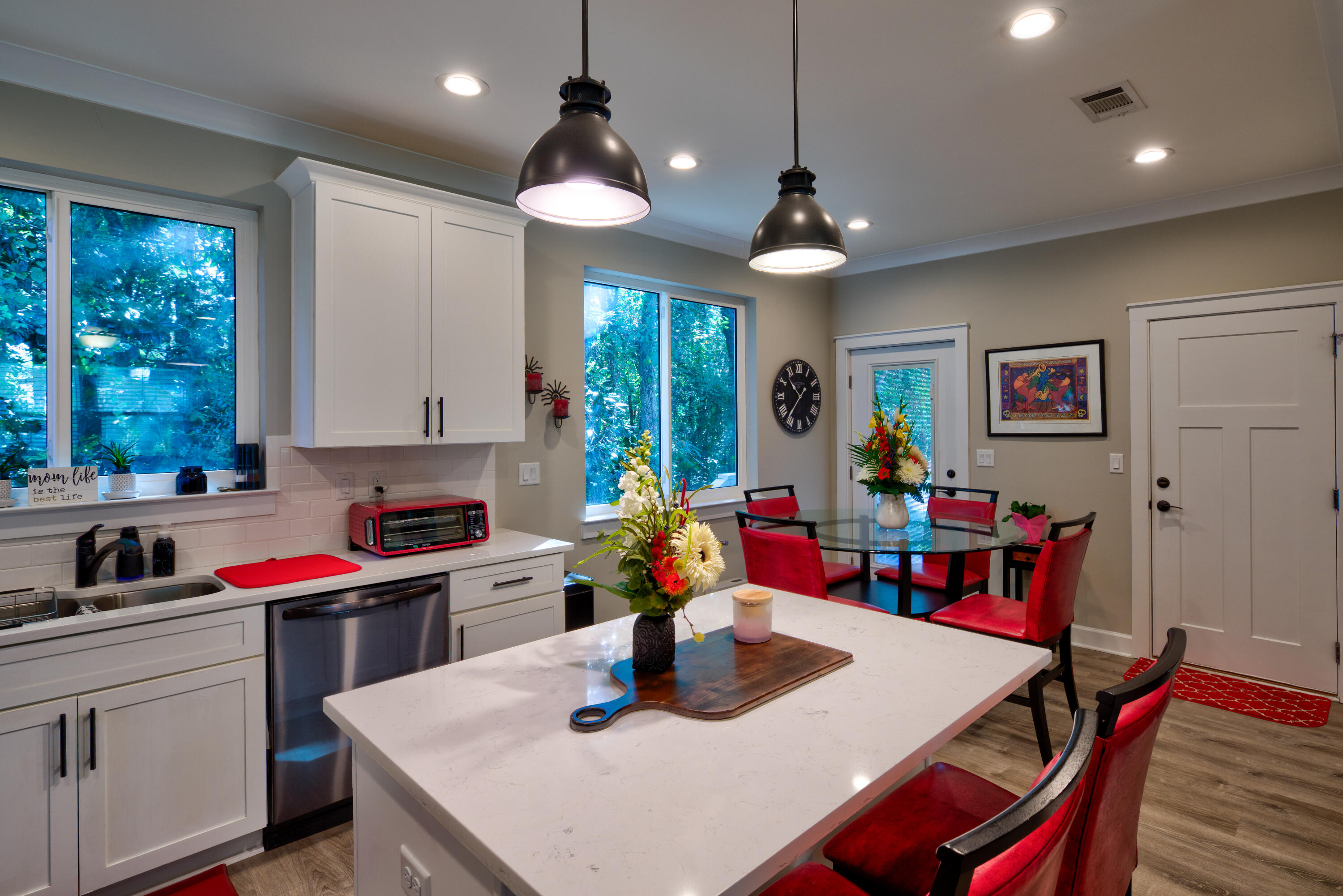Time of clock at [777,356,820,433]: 10:36
